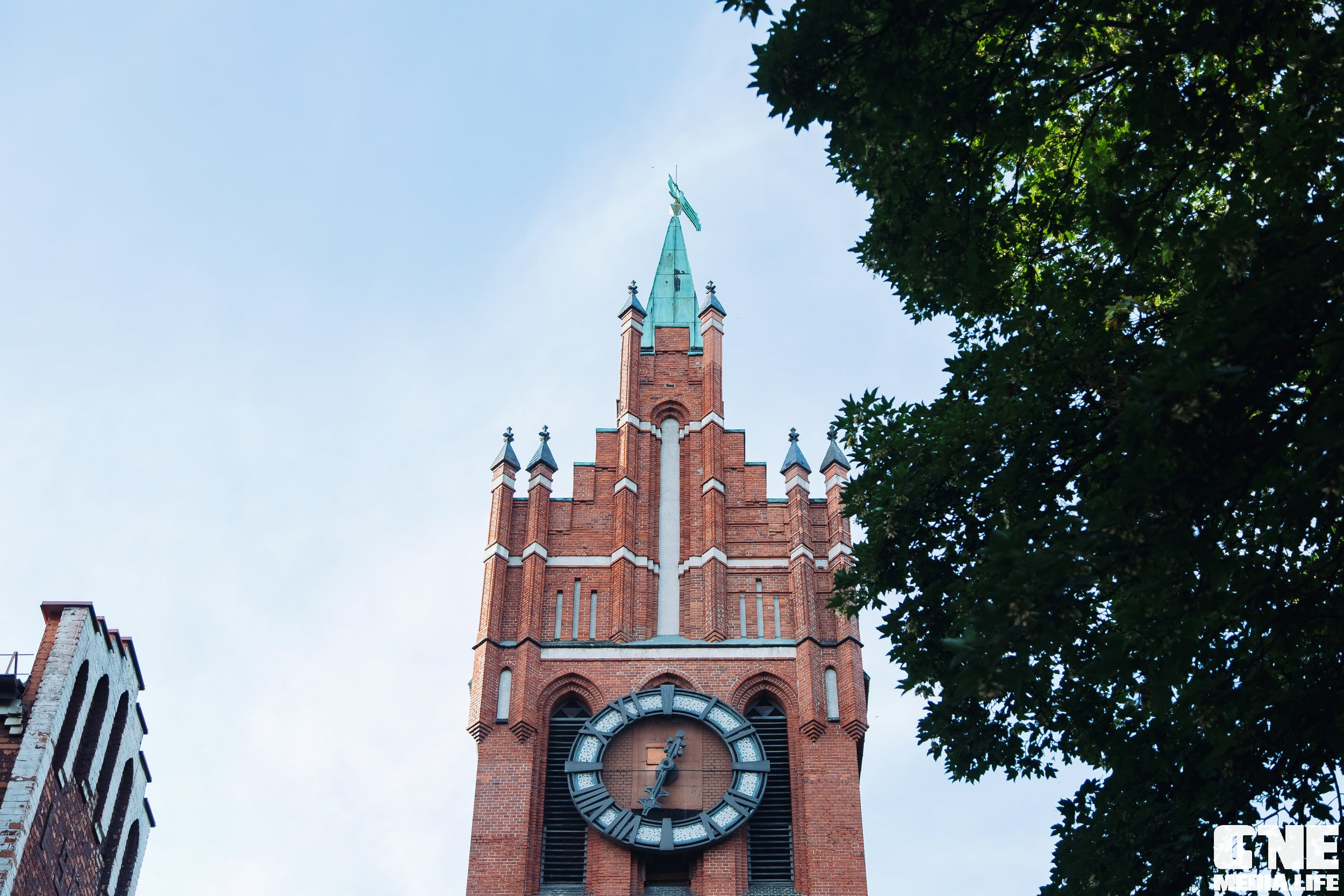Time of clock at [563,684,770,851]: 12:34
